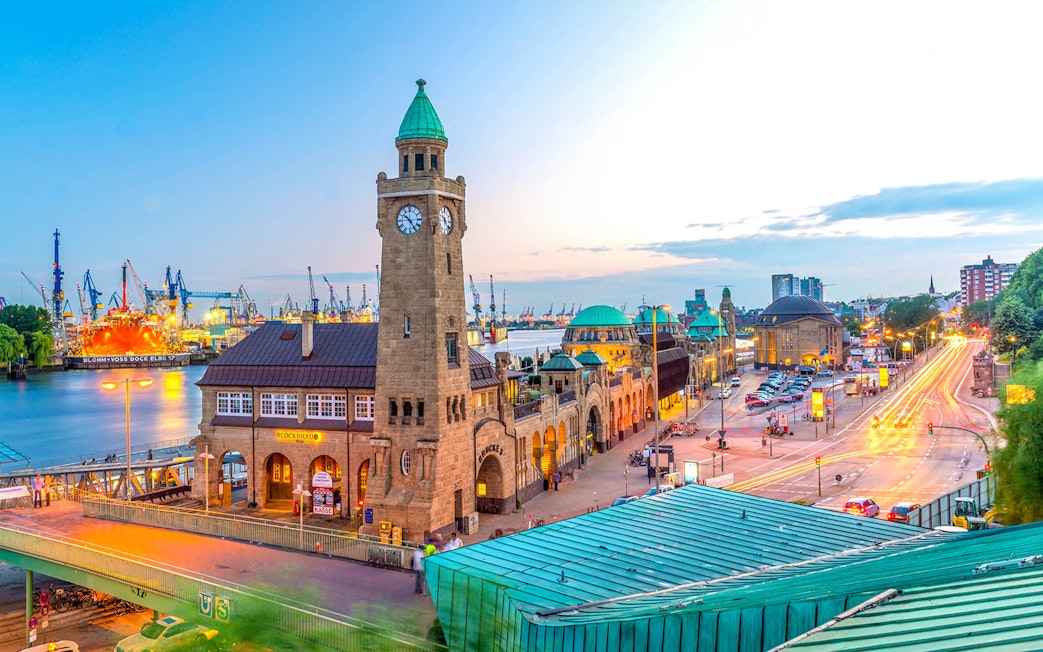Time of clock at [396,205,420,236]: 10:24
